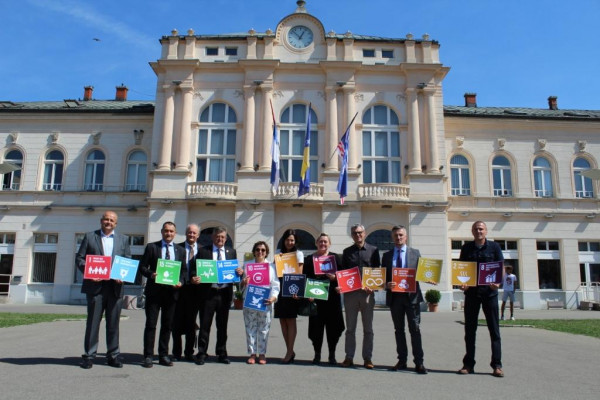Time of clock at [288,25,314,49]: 12:52
